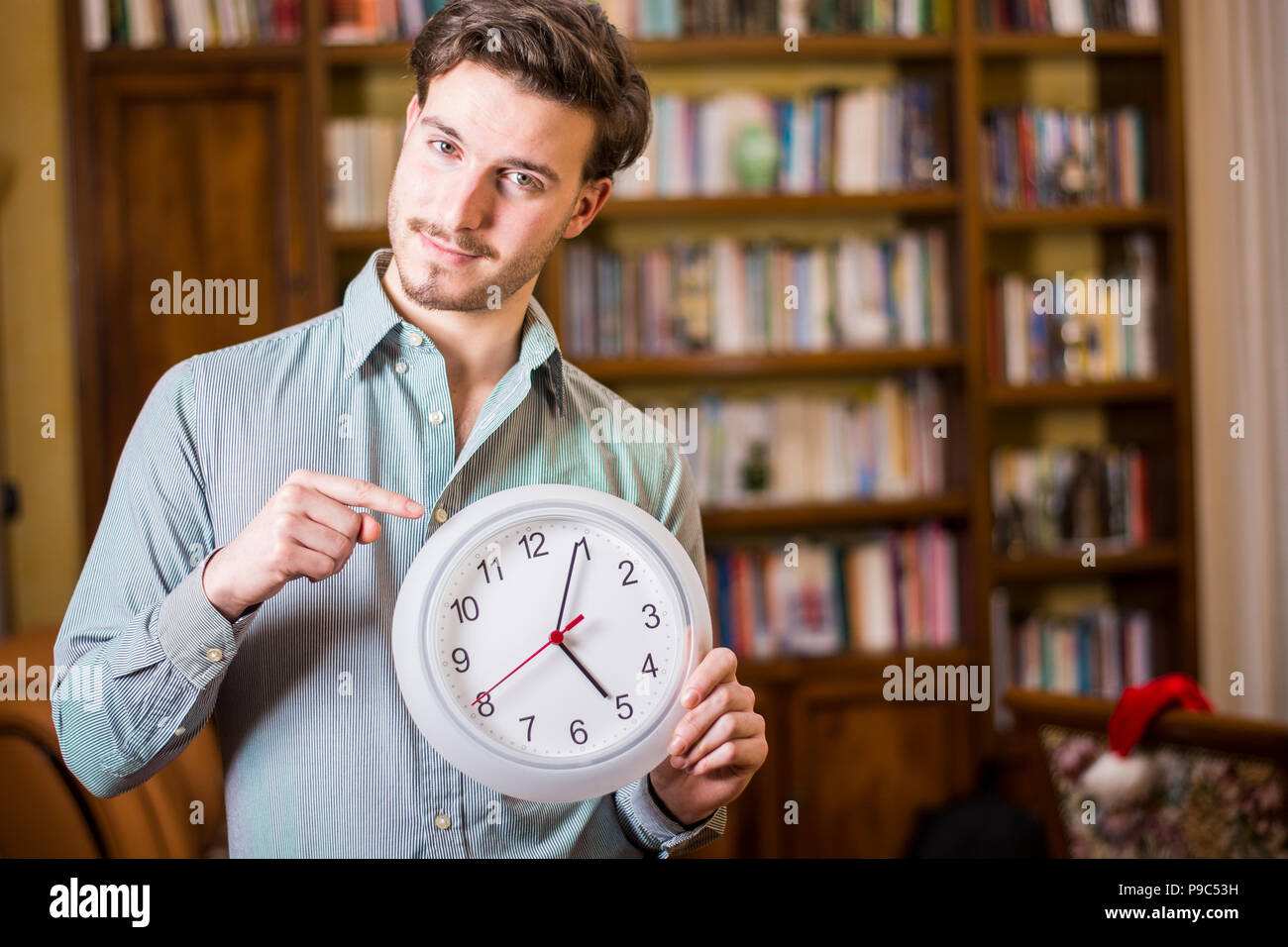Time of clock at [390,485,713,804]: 5:04
